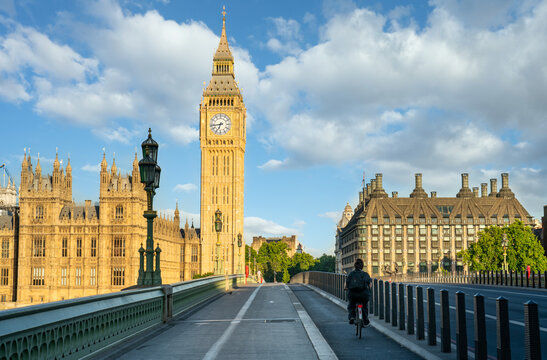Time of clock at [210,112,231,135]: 6:43
